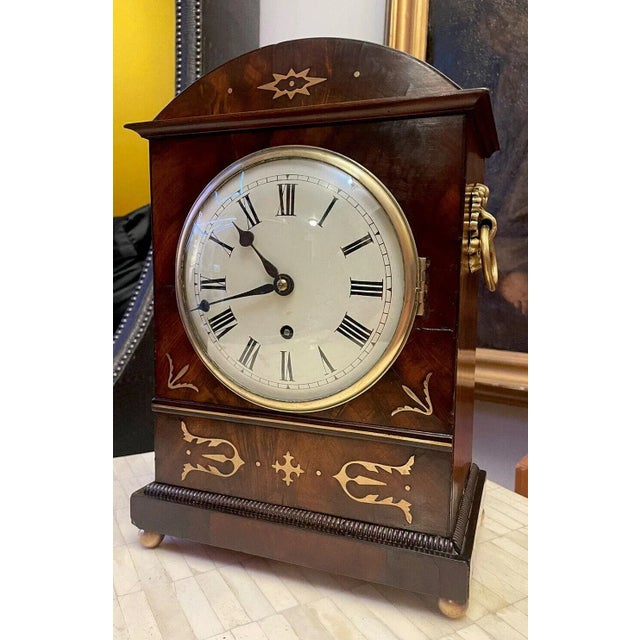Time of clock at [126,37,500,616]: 10:42
